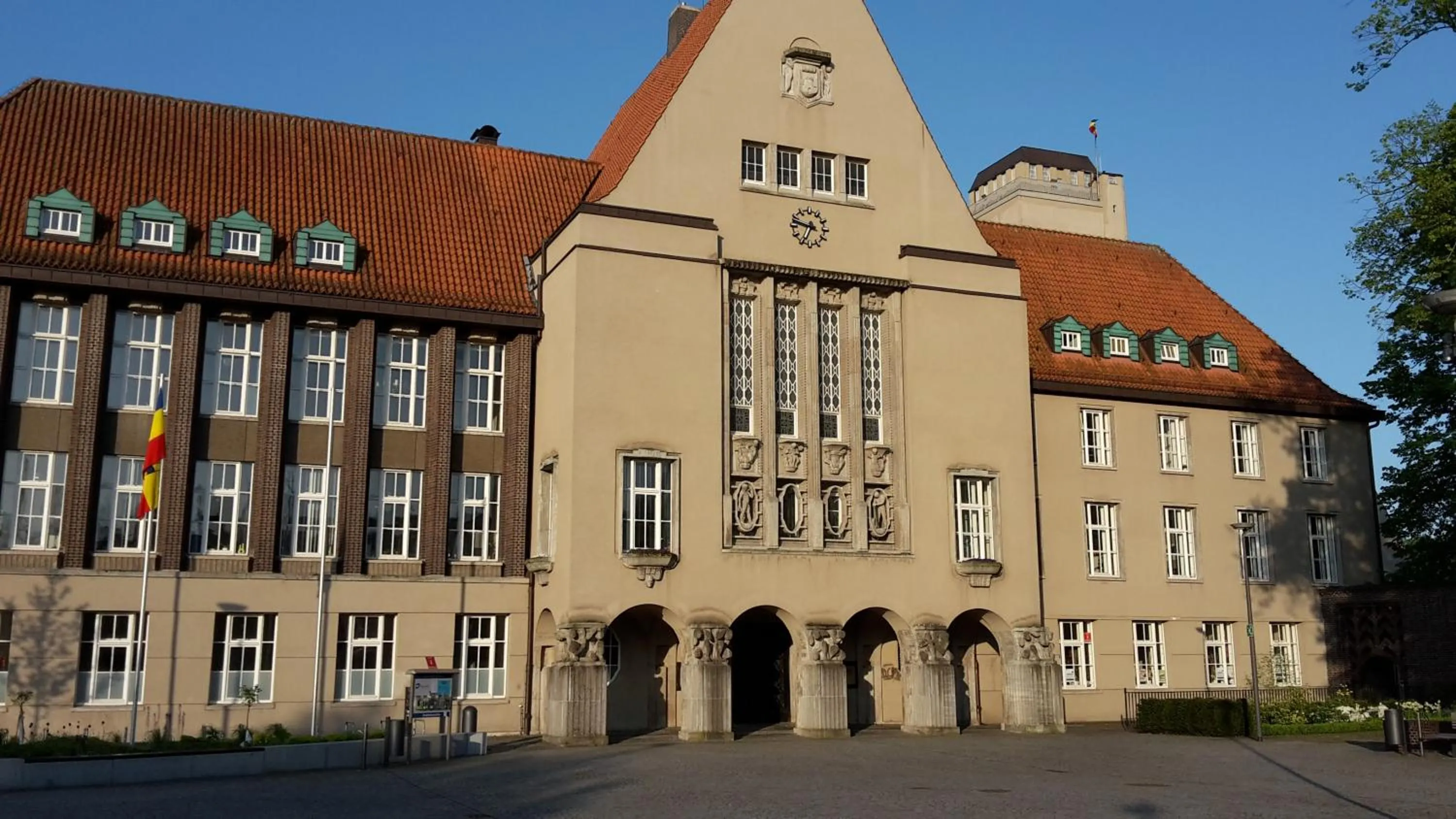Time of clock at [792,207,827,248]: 6:47
